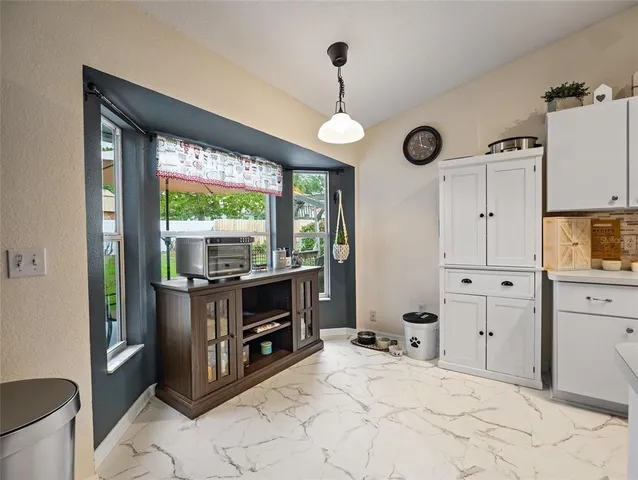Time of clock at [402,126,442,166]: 3:58
